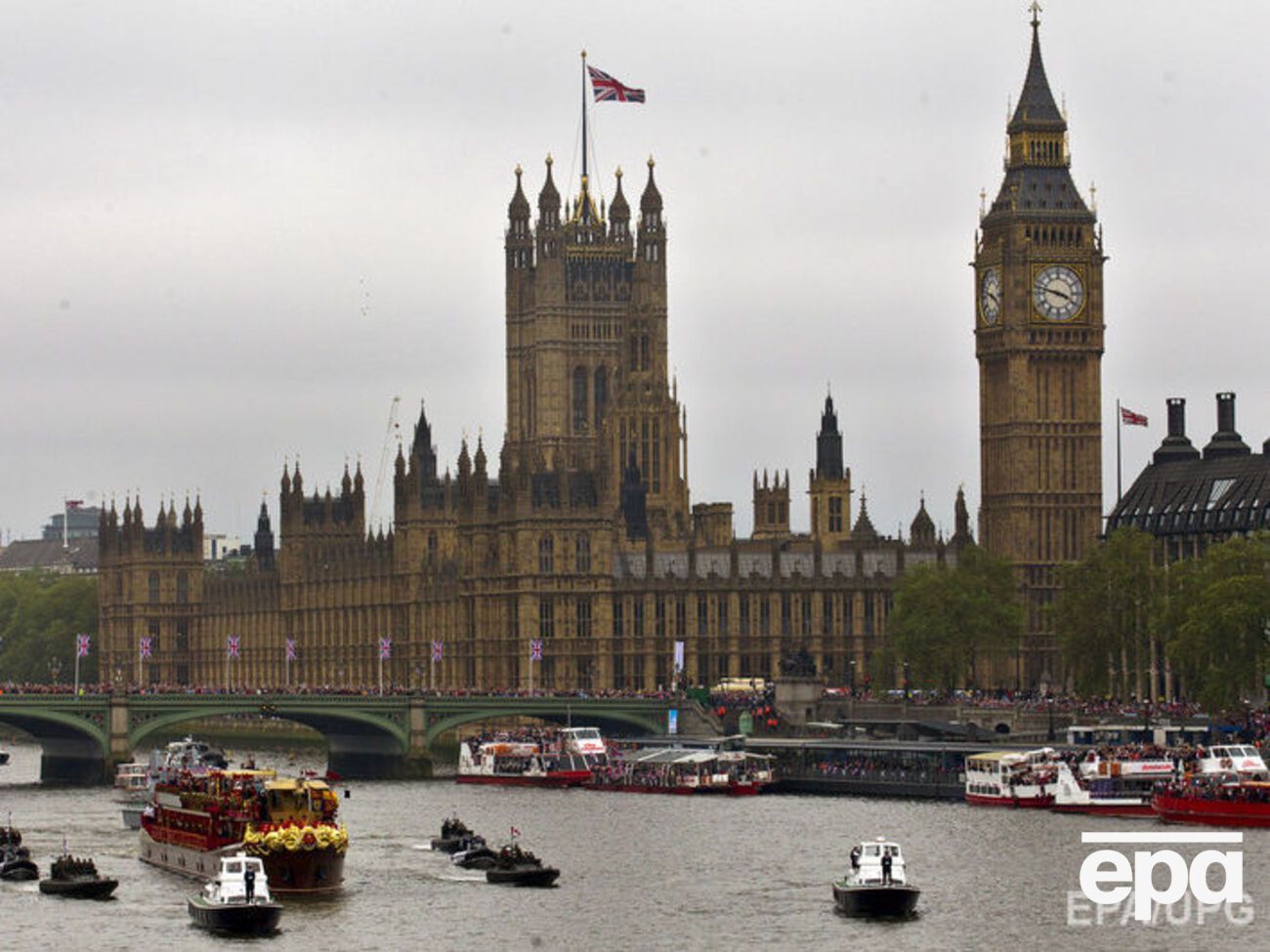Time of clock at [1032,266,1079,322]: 3:47
